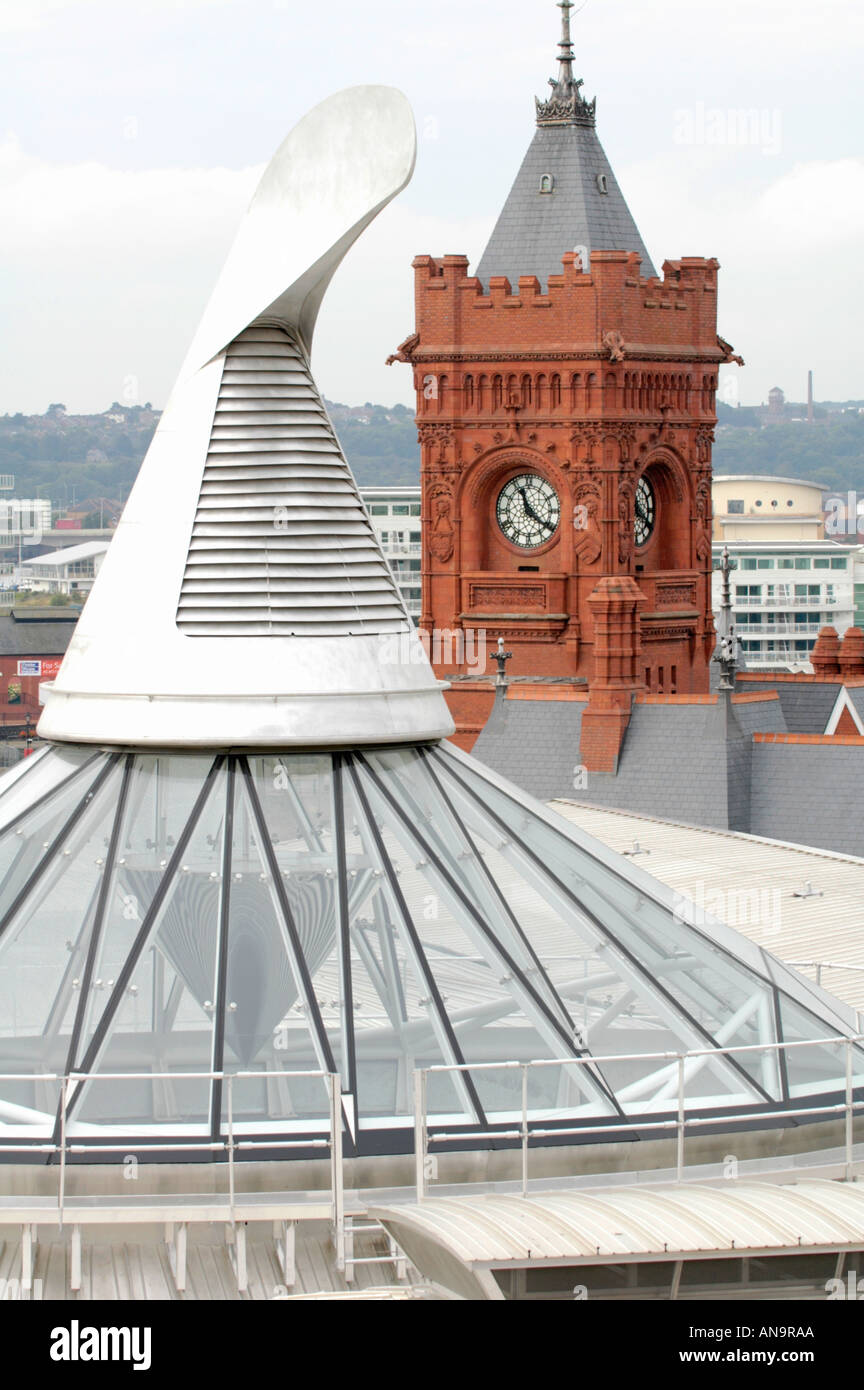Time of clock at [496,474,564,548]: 11:21
